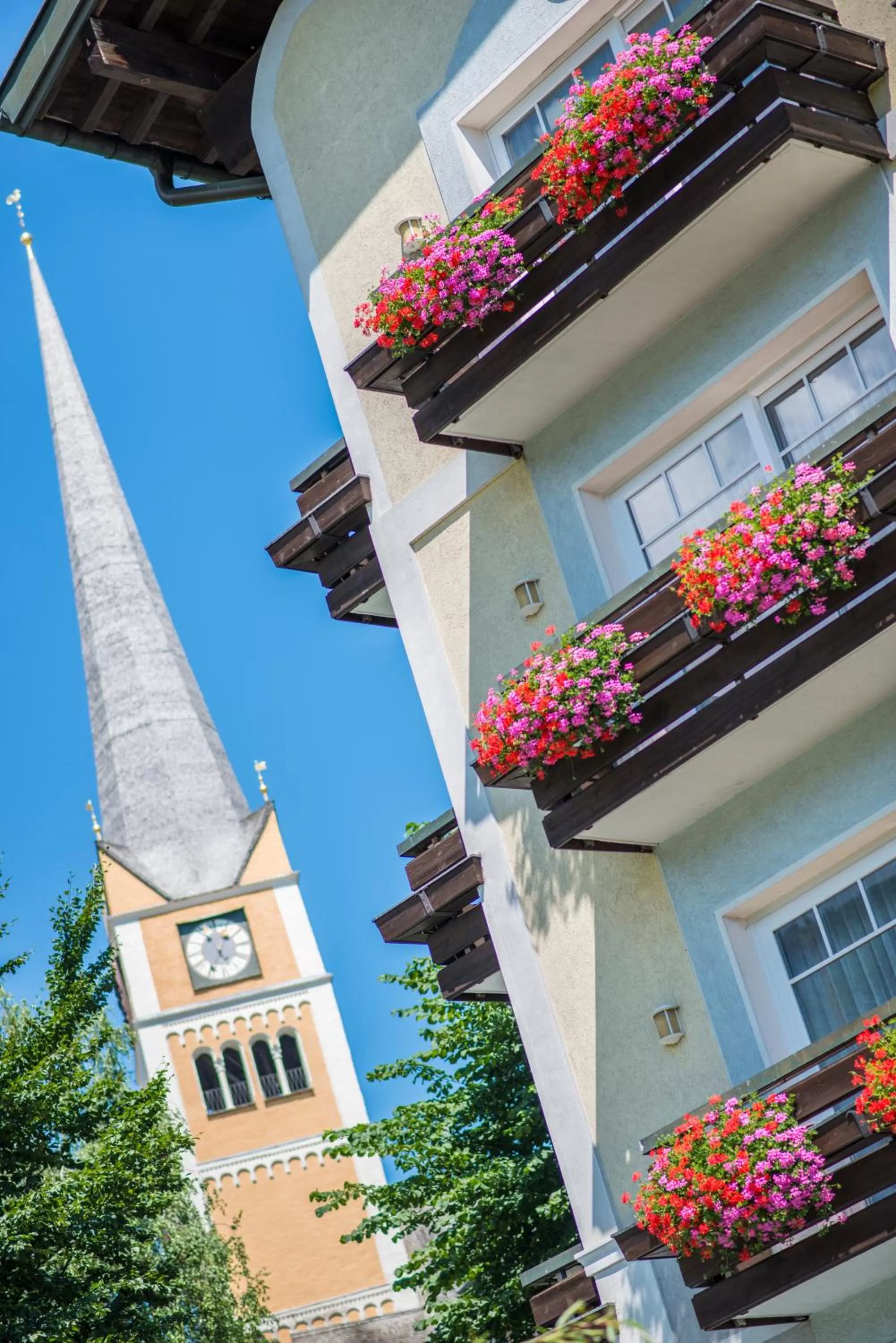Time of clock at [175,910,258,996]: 5:35
